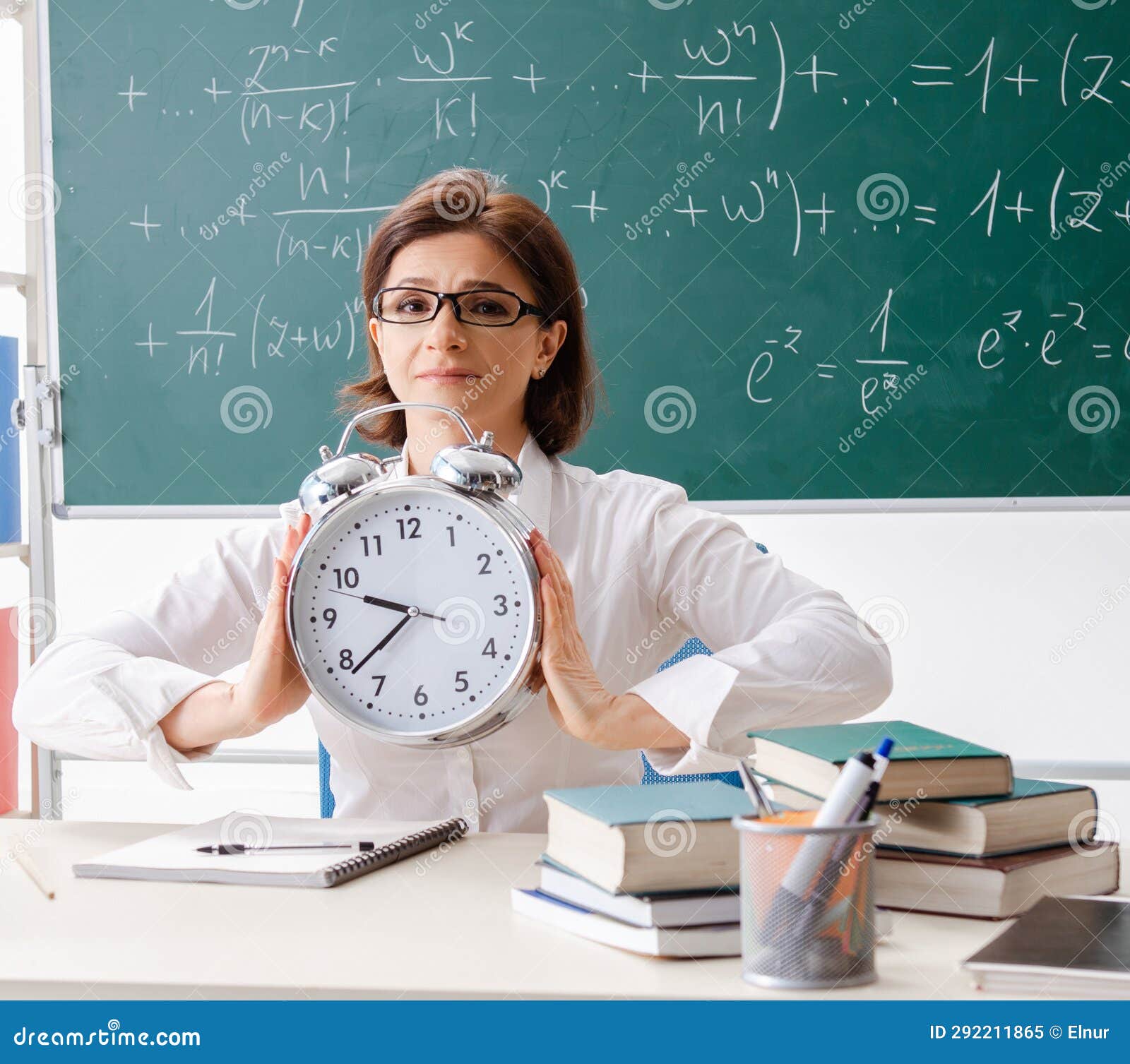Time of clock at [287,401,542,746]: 9:38
